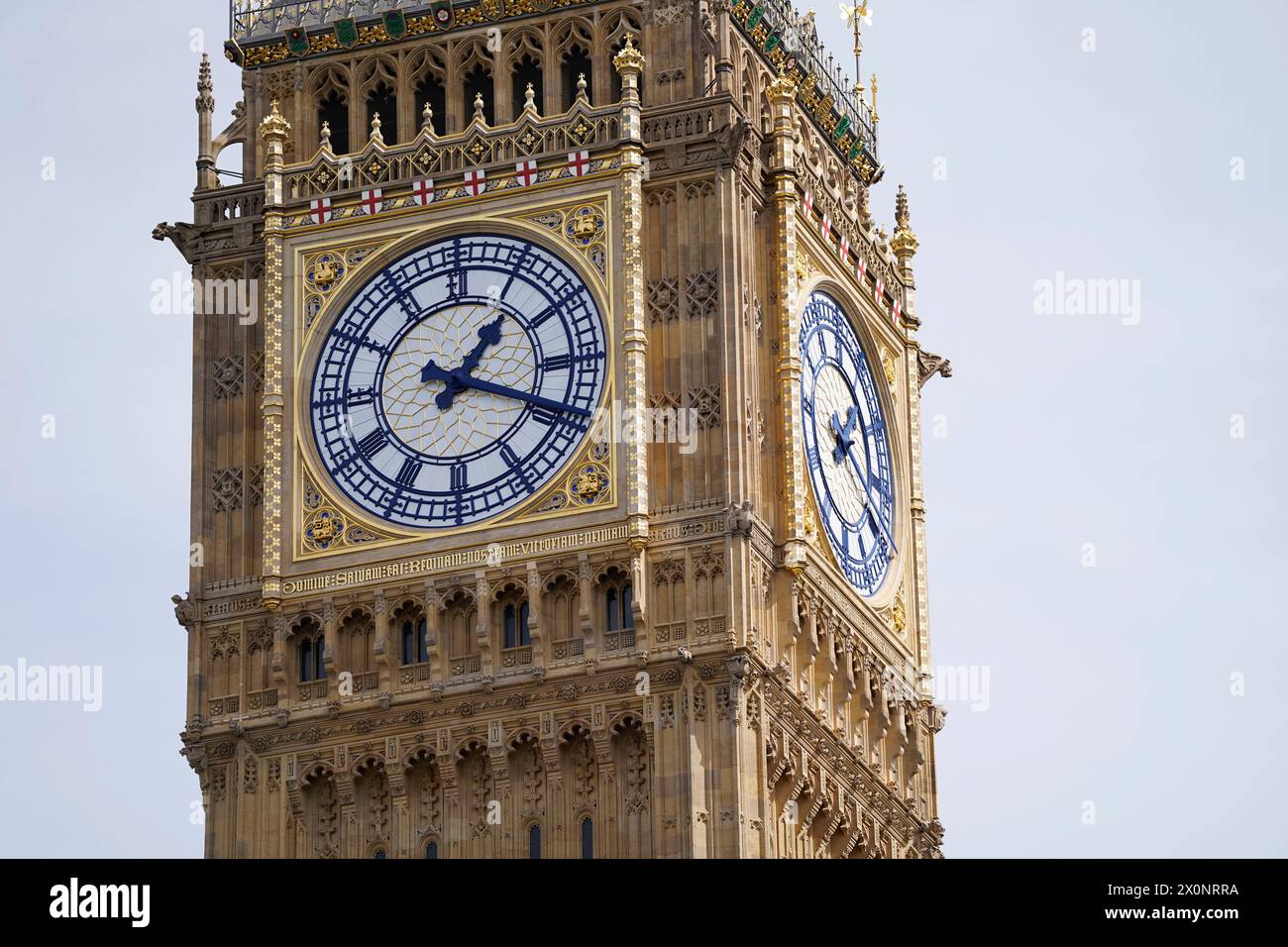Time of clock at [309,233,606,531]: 1:18
